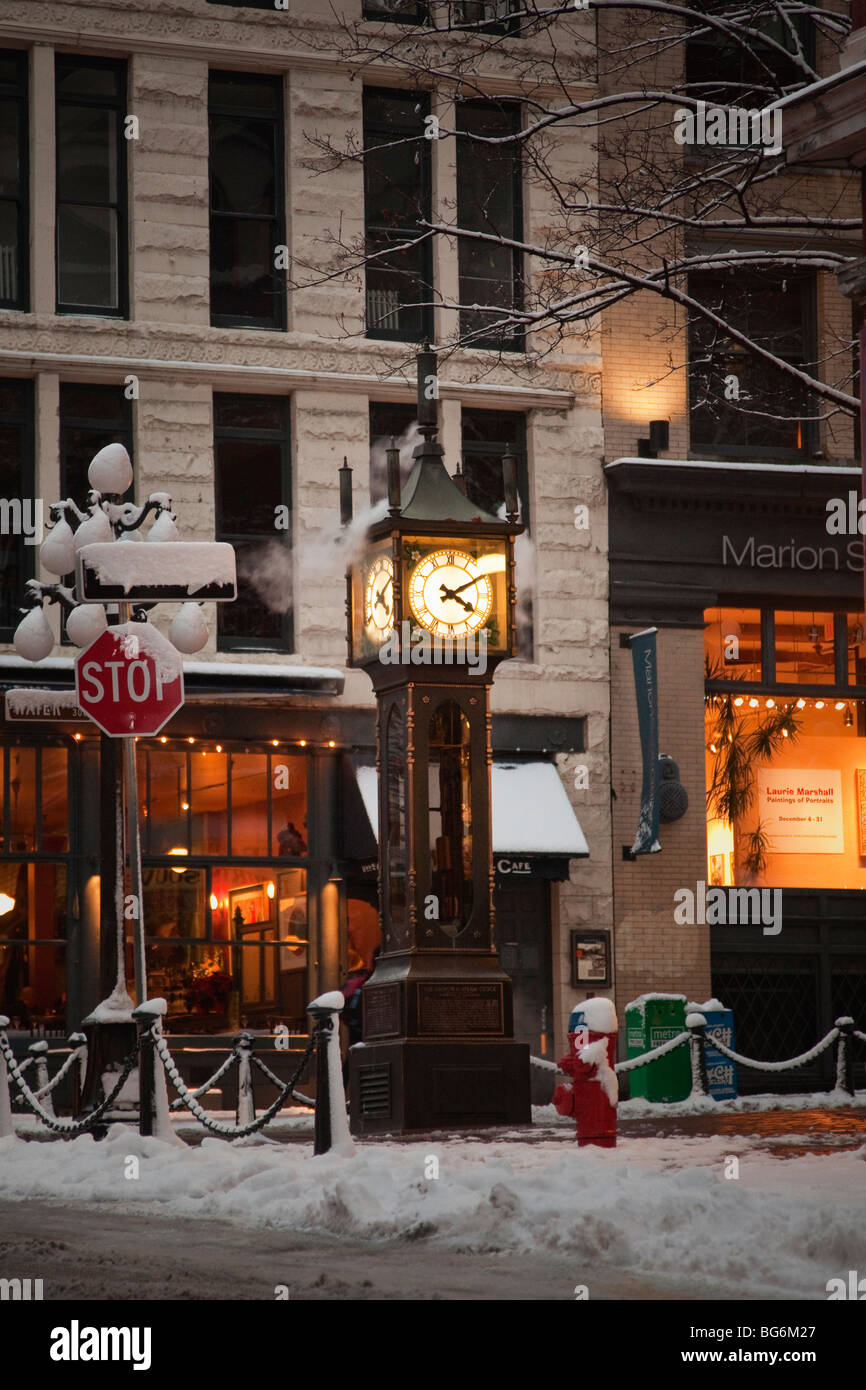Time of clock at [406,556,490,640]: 4:09
